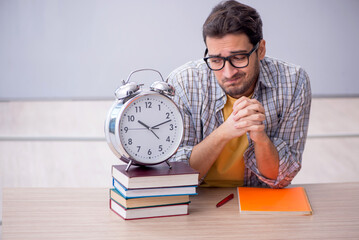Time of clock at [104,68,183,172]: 10:12
